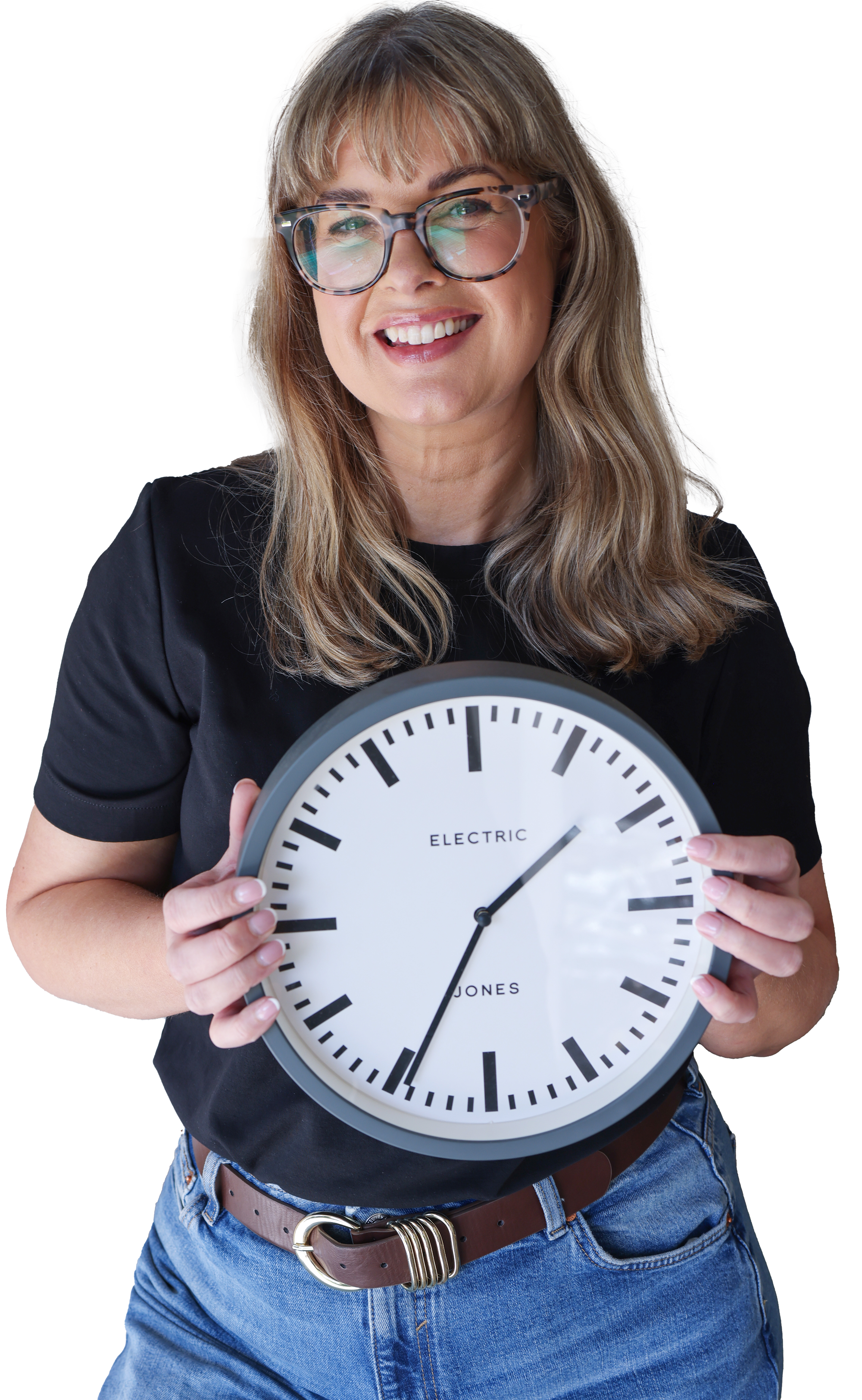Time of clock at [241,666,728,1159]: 1:34
